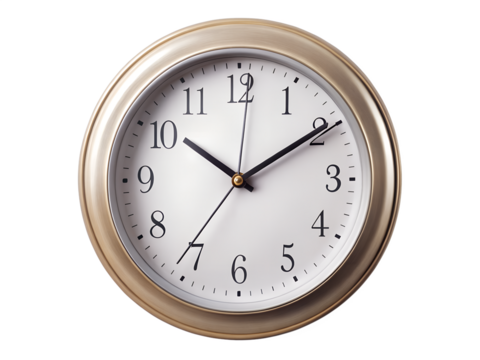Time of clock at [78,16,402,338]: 10:09
